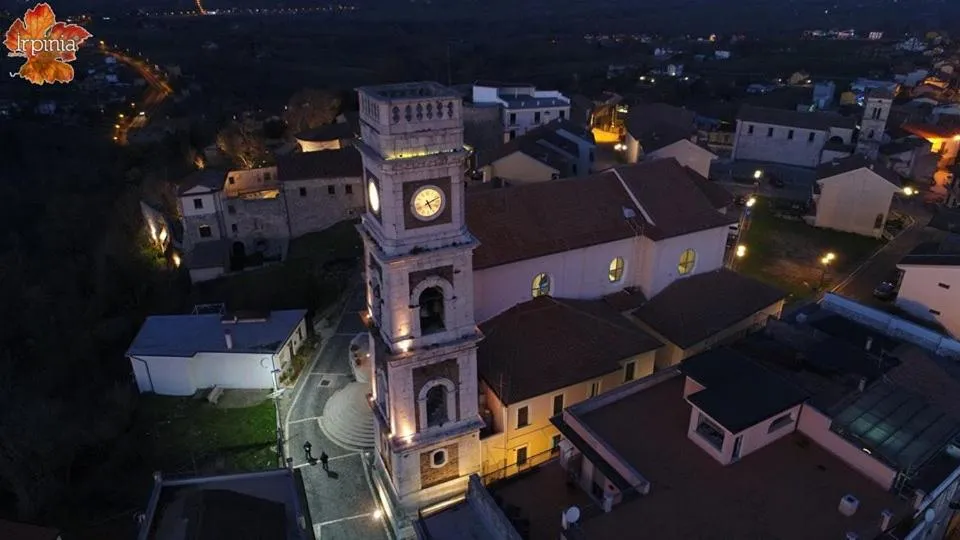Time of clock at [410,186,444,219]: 5:11
